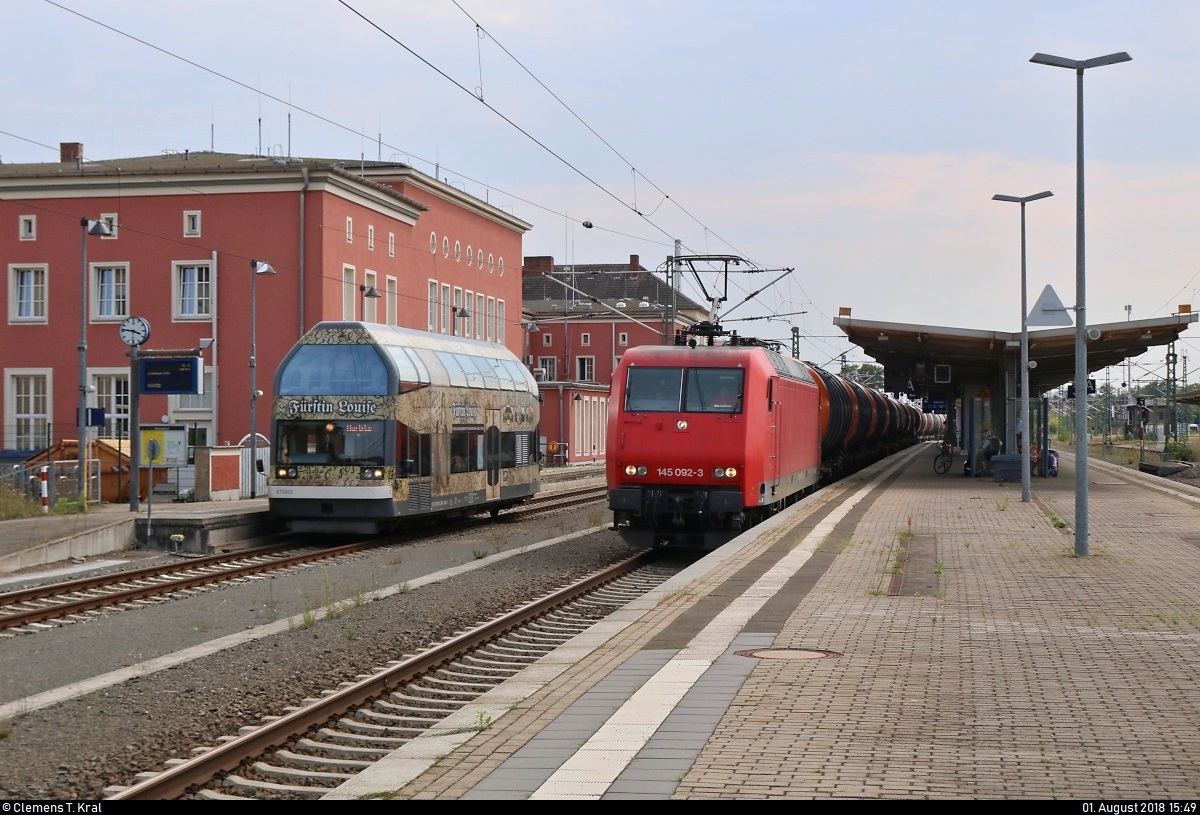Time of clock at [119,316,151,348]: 3:46
